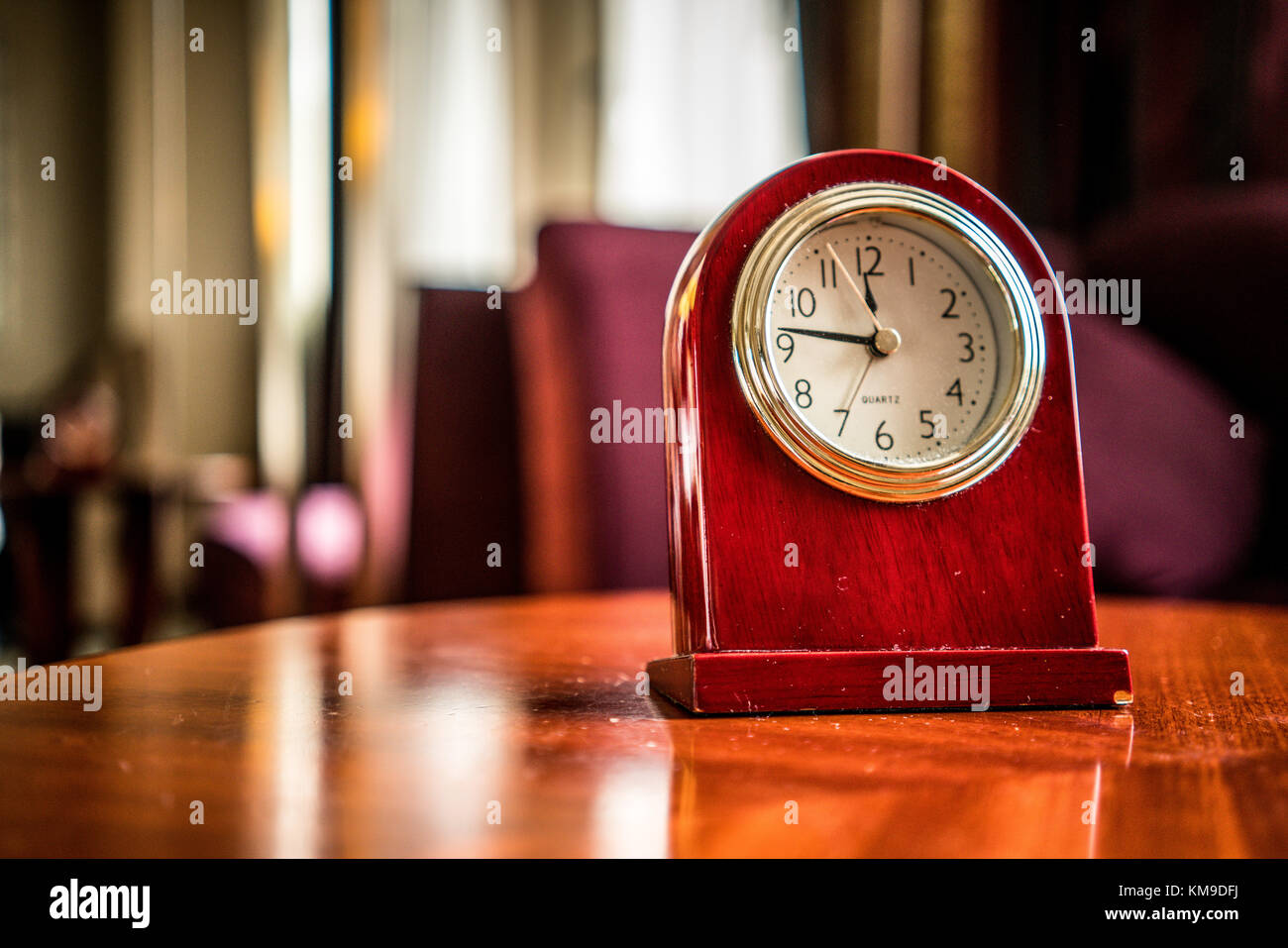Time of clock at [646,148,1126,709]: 11:46
